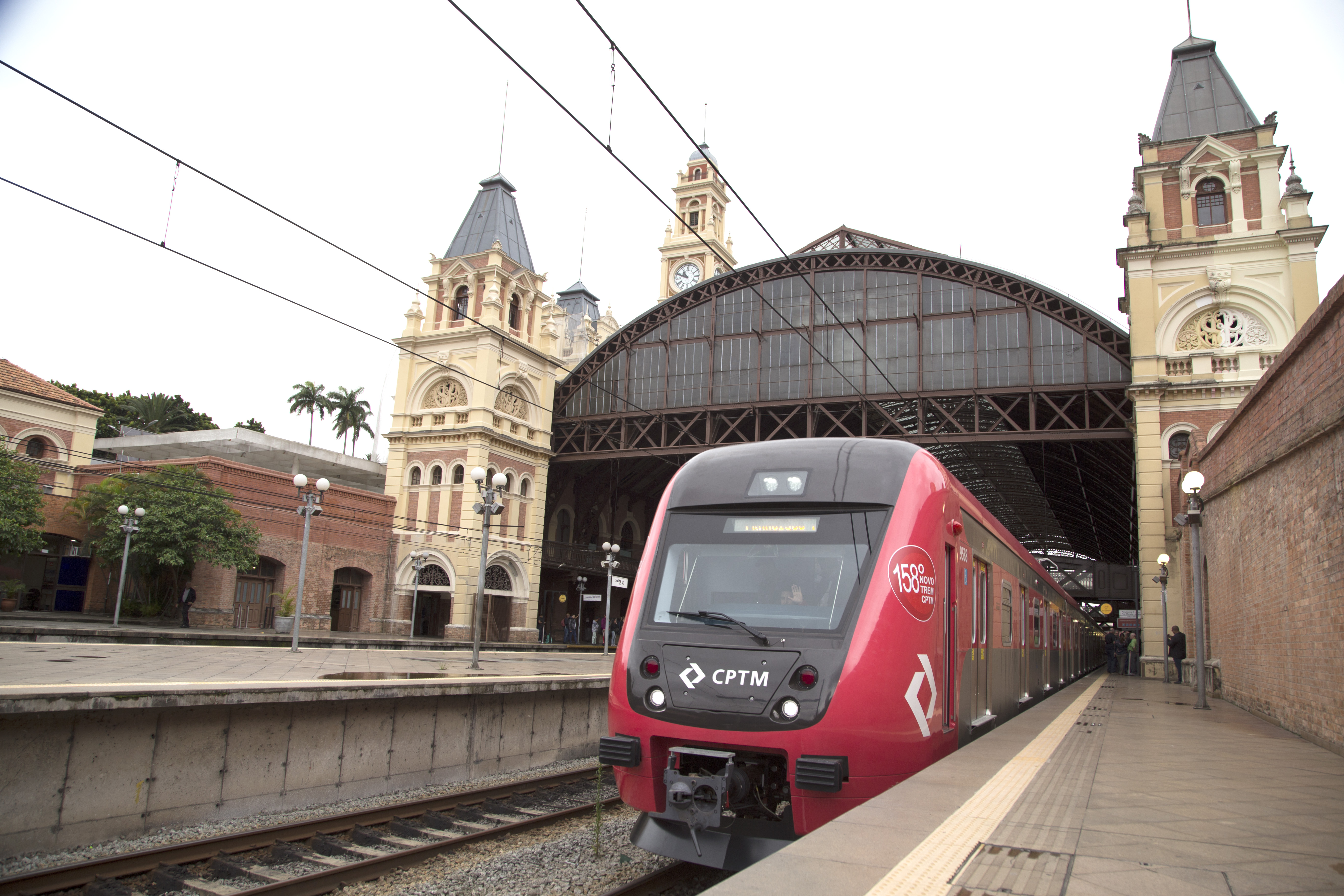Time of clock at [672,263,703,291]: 10:48
